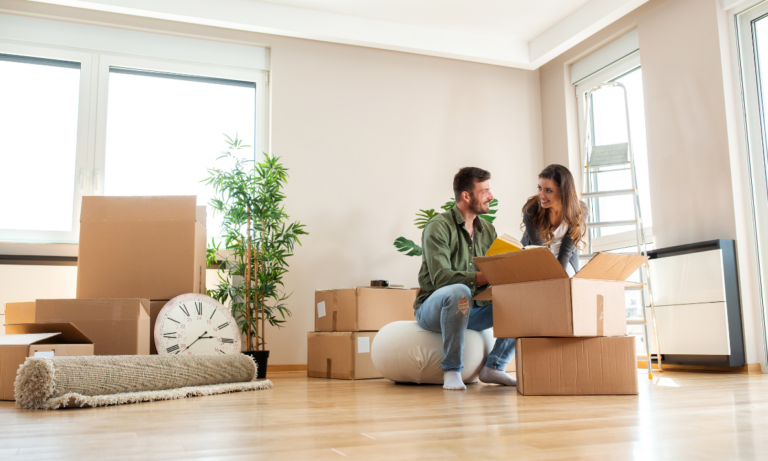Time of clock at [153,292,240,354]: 2:38
